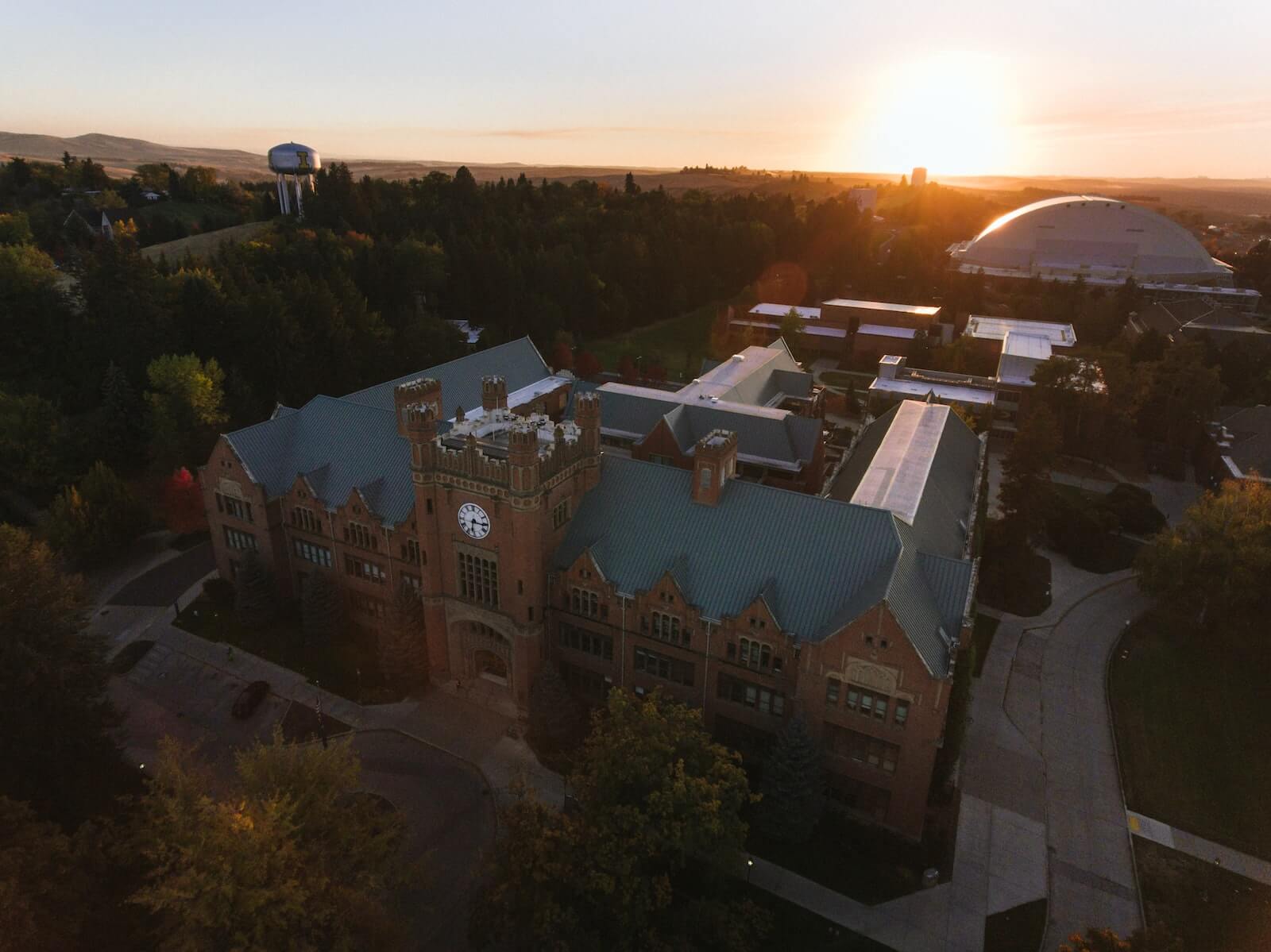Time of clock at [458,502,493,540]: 6:15
